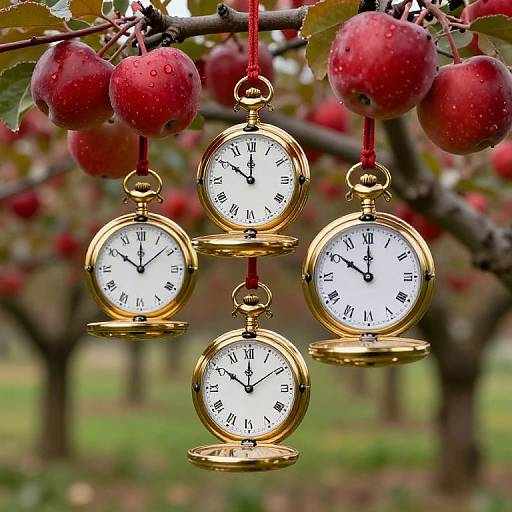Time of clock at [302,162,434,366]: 10:00
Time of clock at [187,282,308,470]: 10:00
